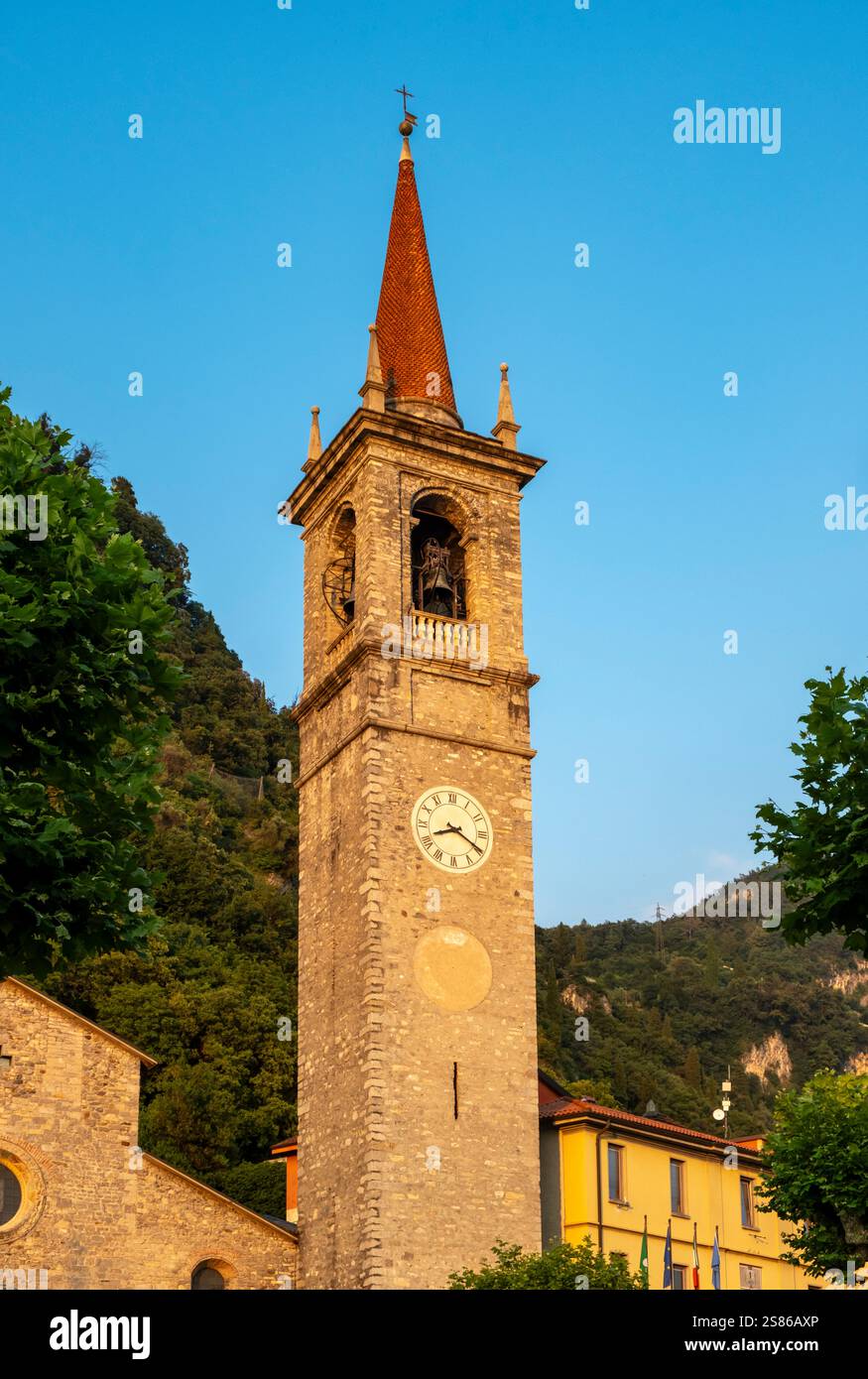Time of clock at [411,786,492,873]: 8:19
